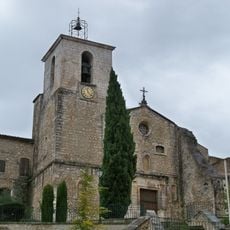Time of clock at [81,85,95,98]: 11:22
